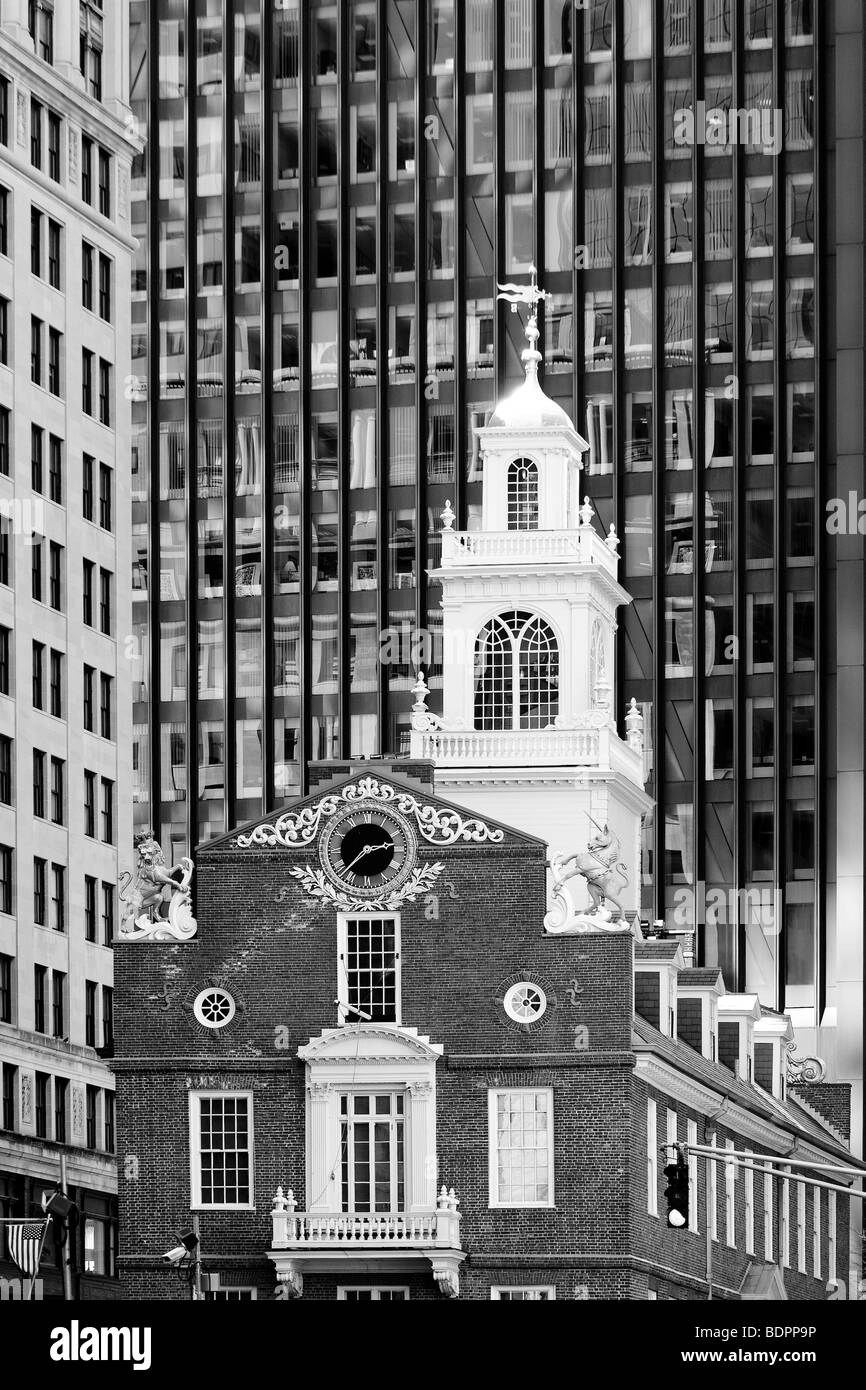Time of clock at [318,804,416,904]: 2:37
